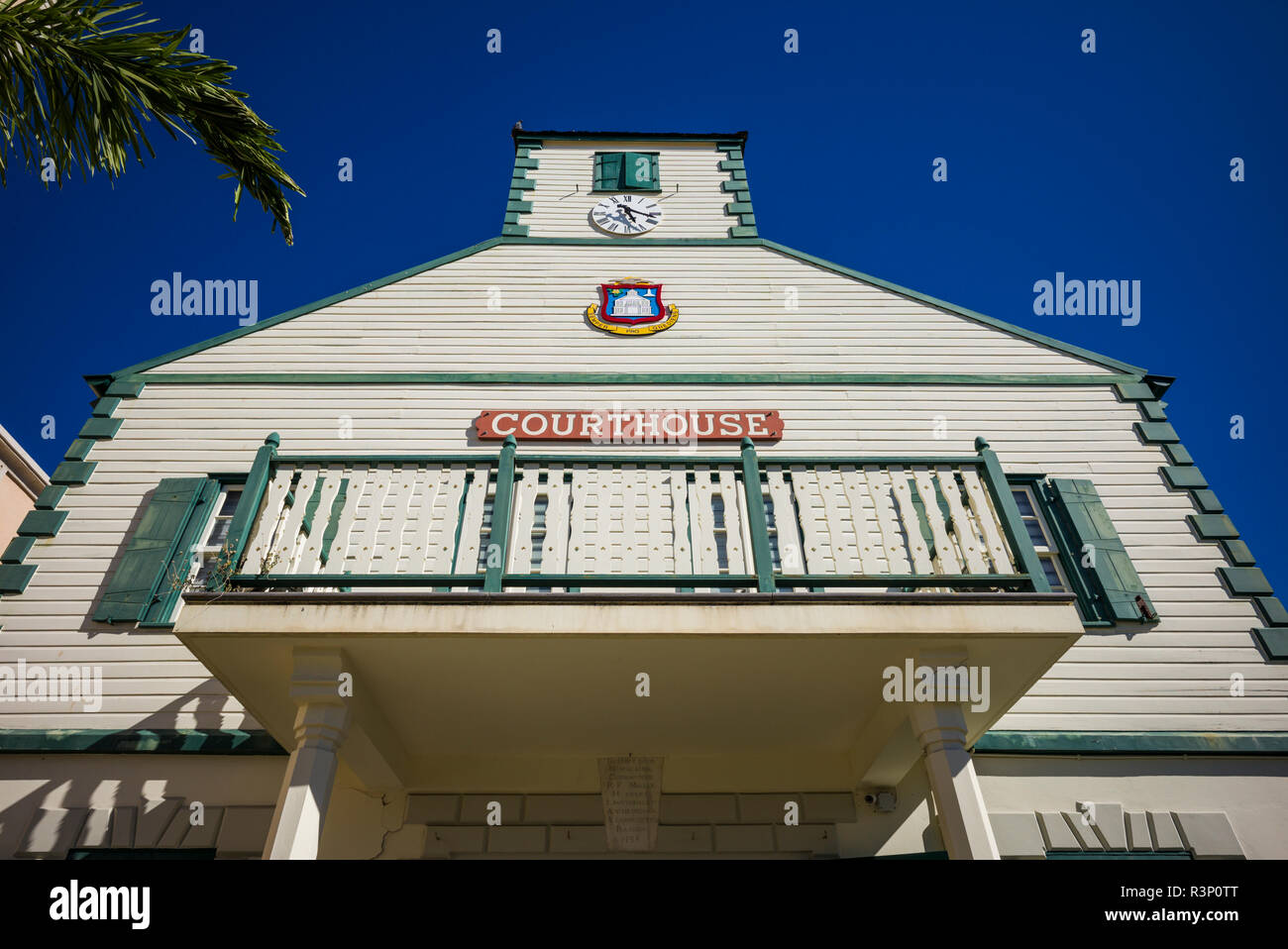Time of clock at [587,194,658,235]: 5:18
